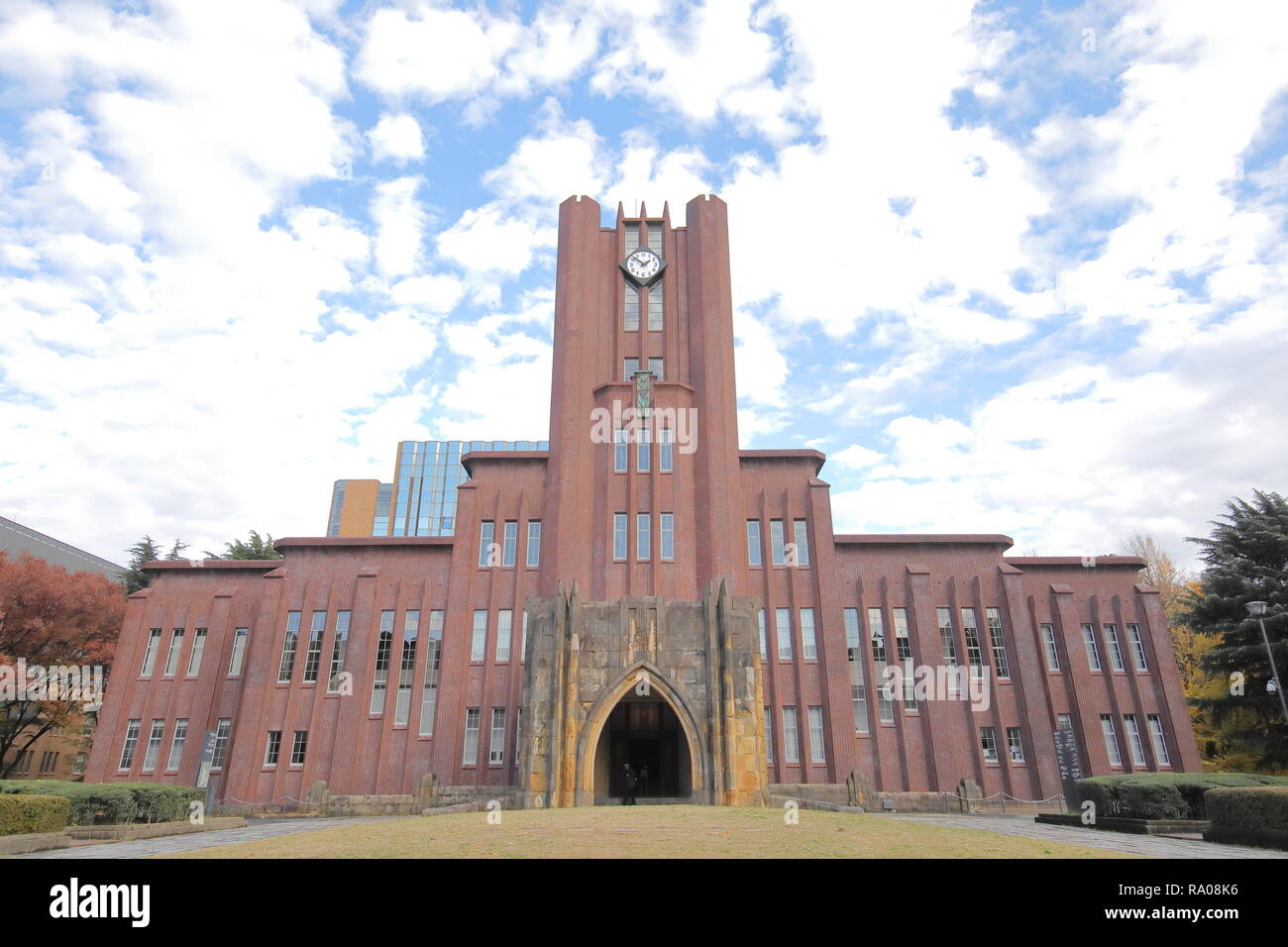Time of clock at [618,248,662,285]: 1:51
